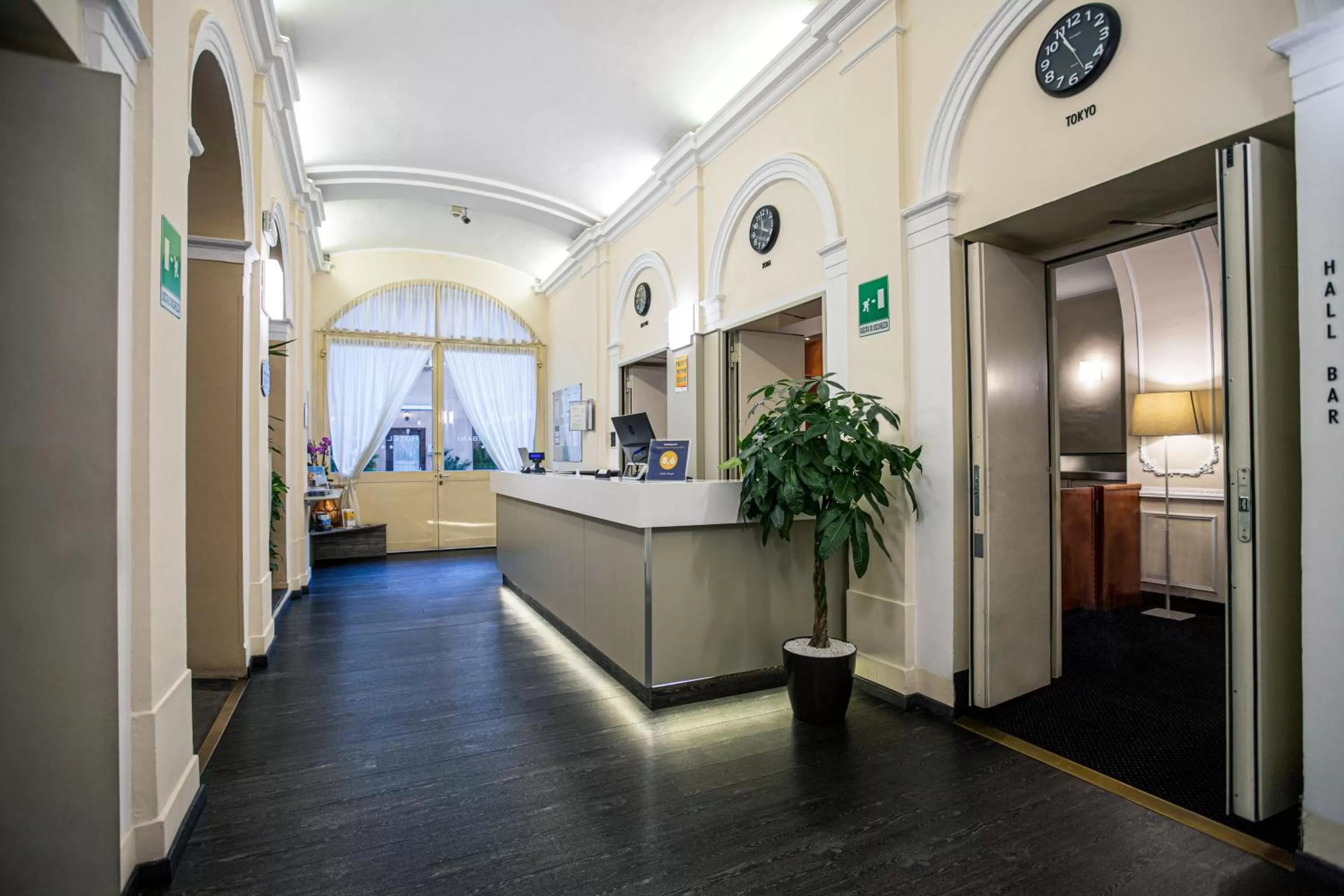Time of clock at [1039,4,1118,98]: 10:54
